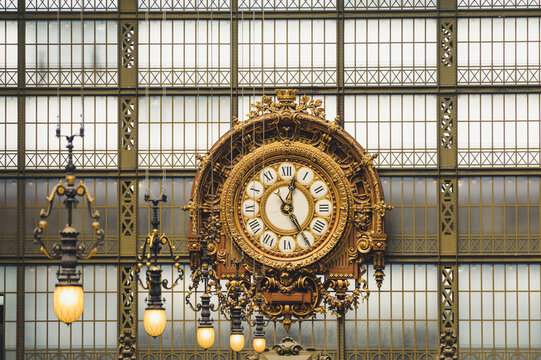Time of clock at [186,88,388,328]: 12:24
